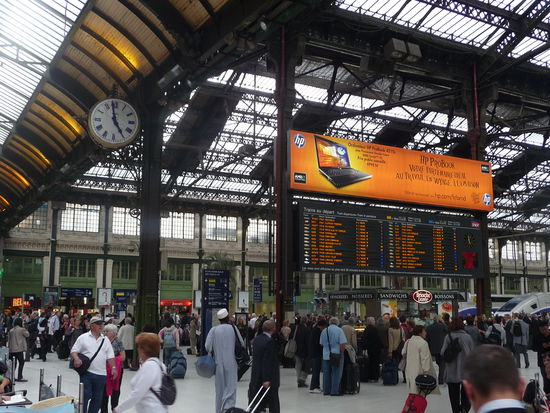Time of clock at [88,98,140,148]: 4:58
